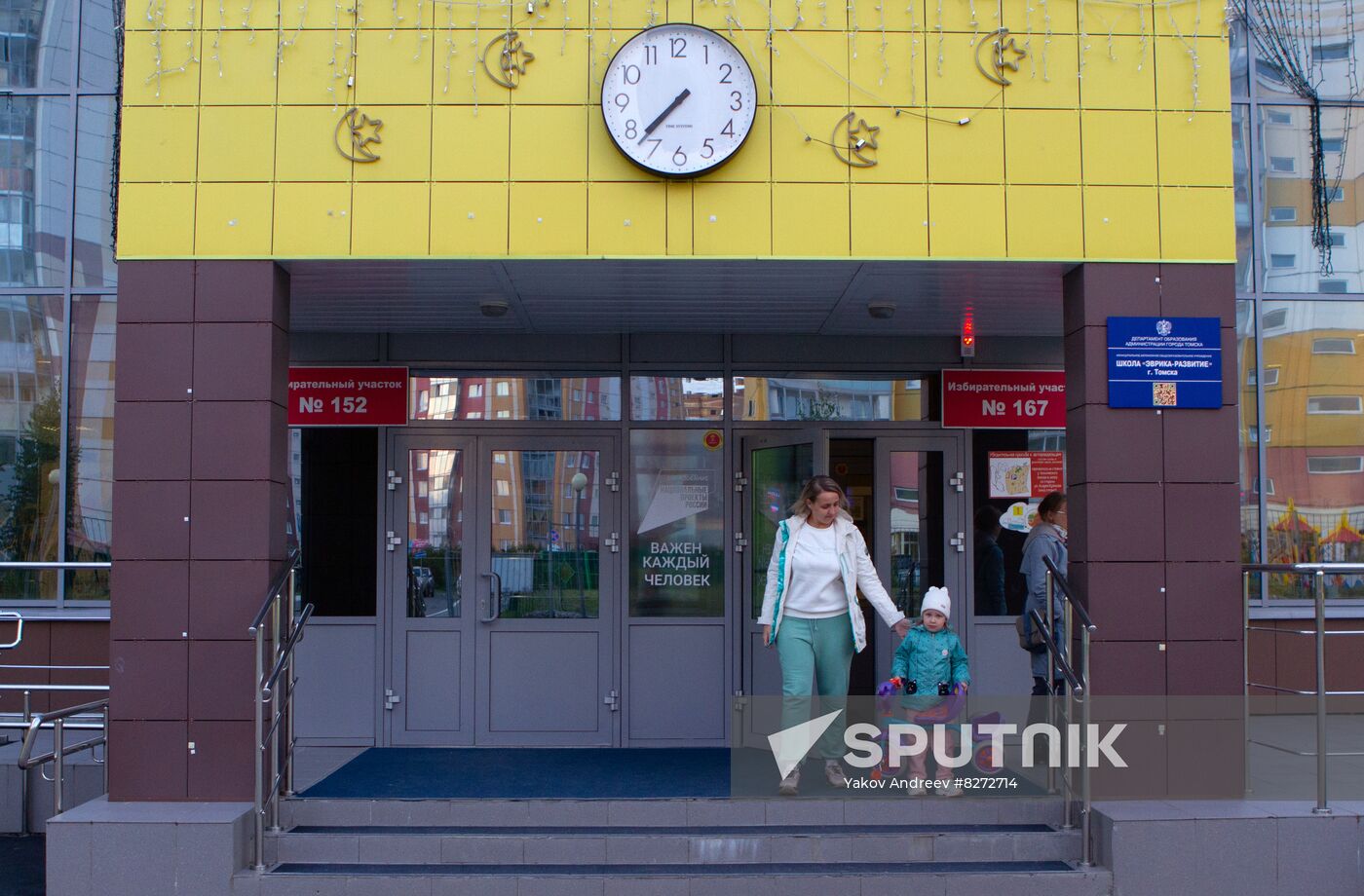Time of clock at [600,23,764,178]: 7:37
